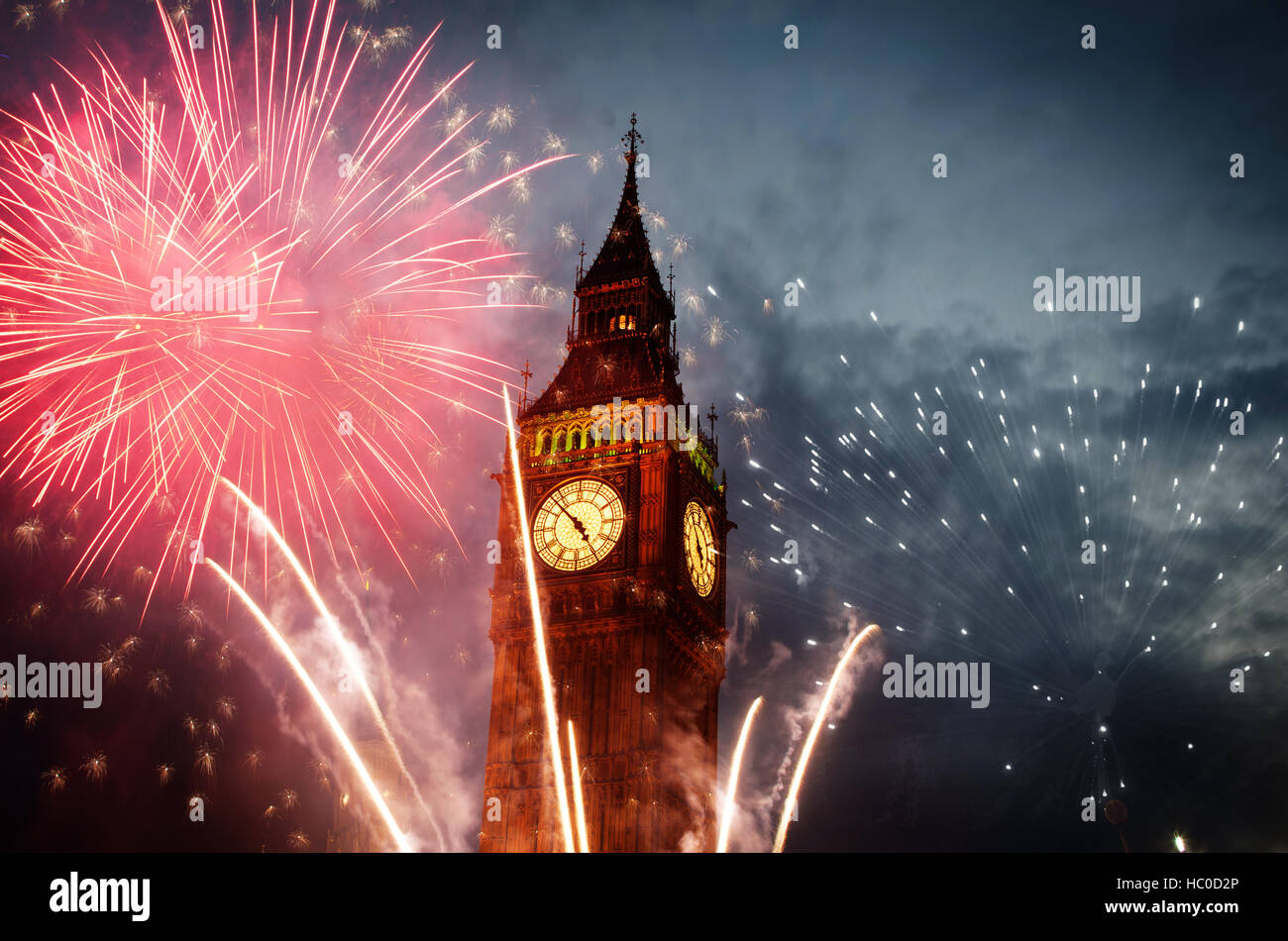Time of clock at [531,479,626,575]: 4:52
